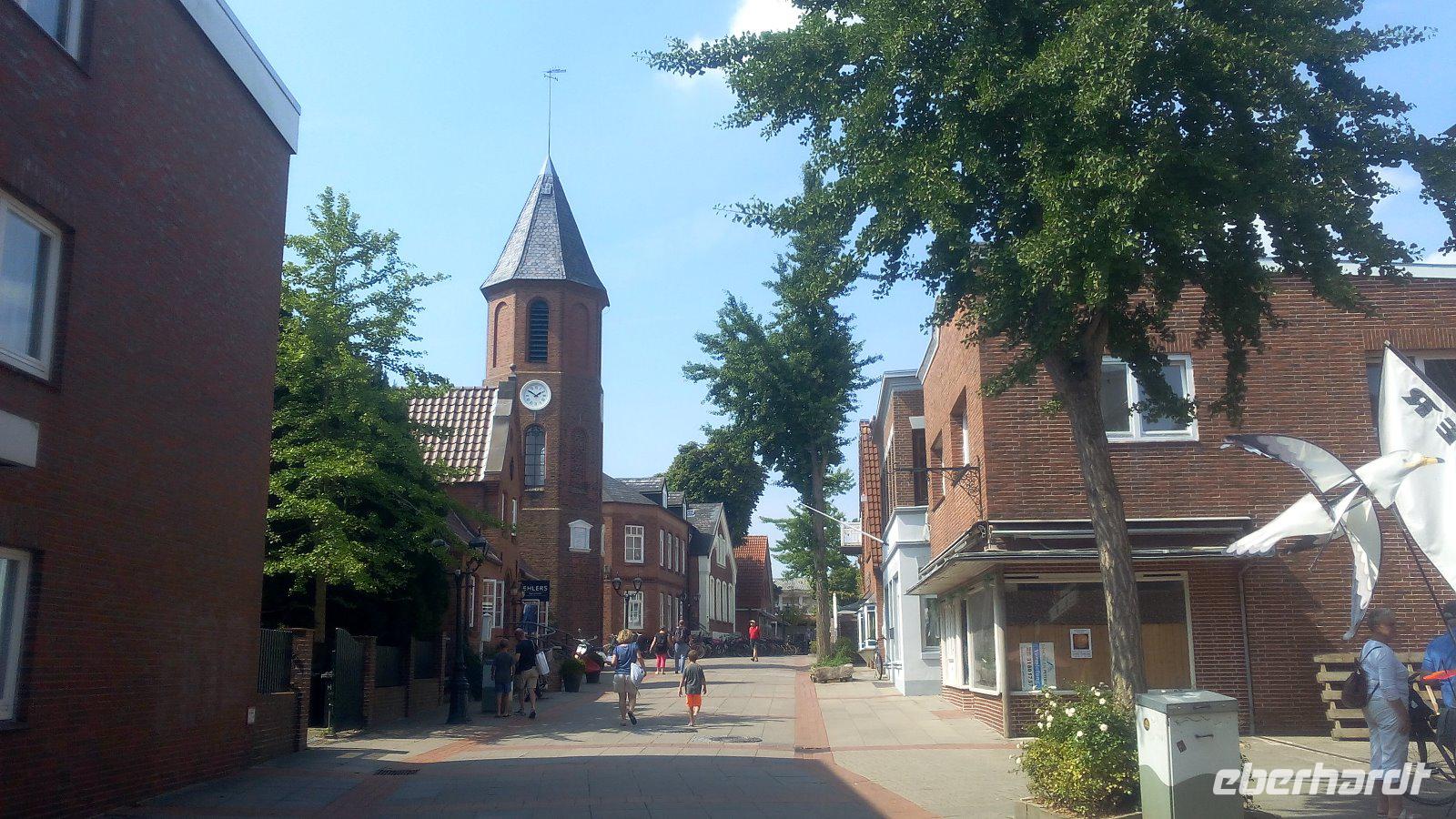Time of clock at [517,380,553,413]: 1:50
